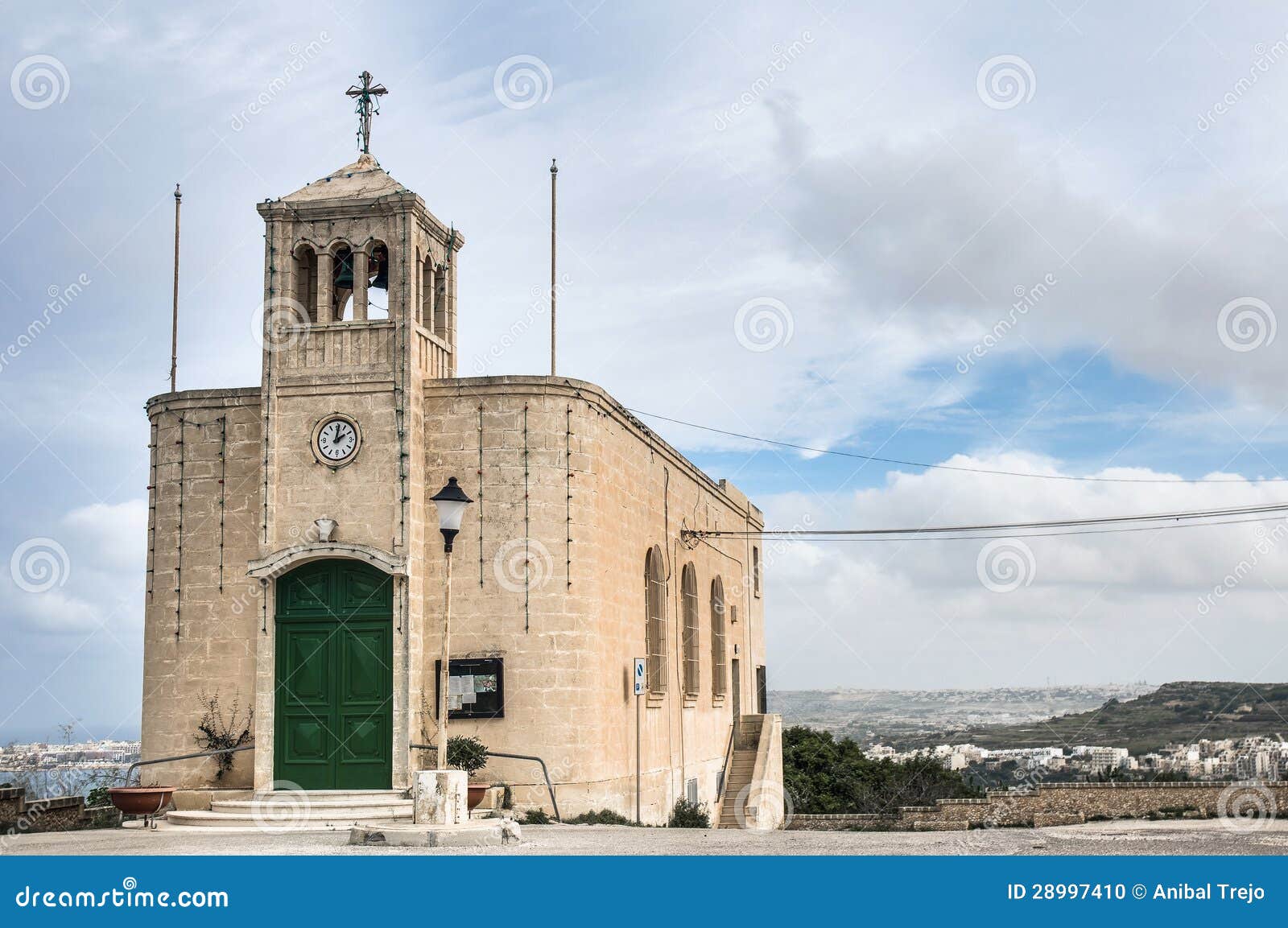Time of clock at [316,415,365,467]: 2:01
